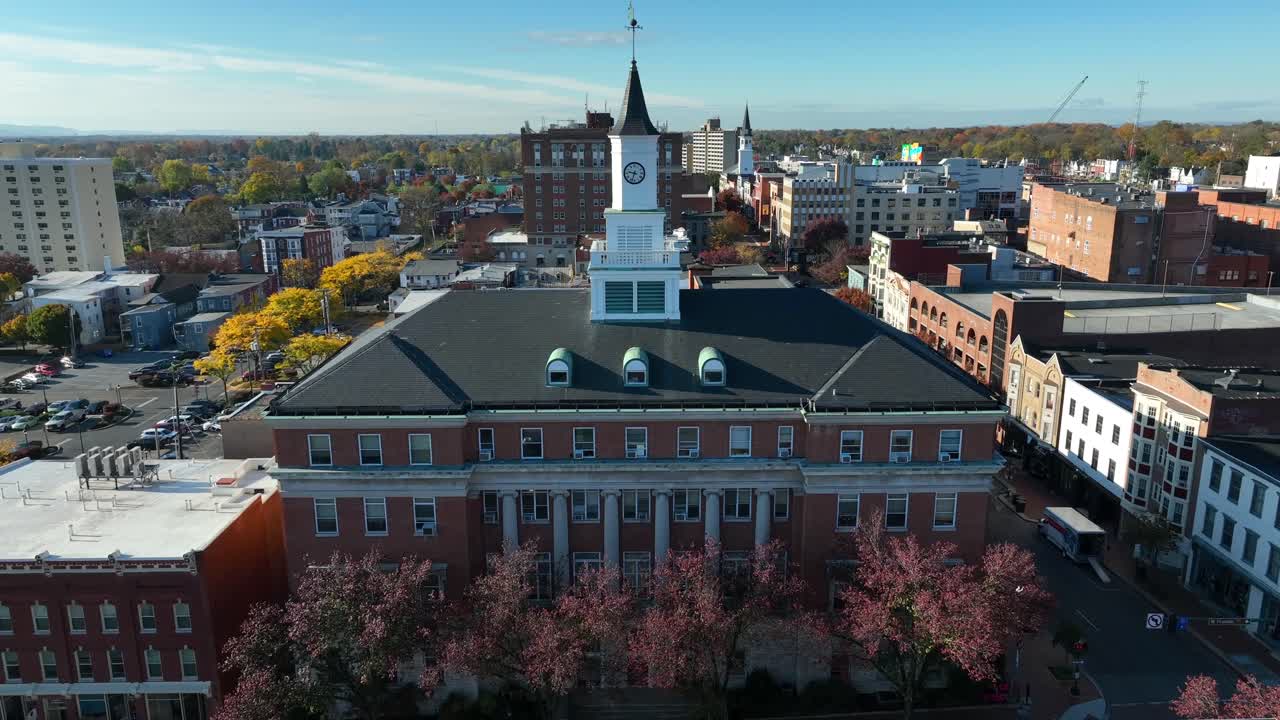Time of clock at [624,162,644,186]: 9:33
